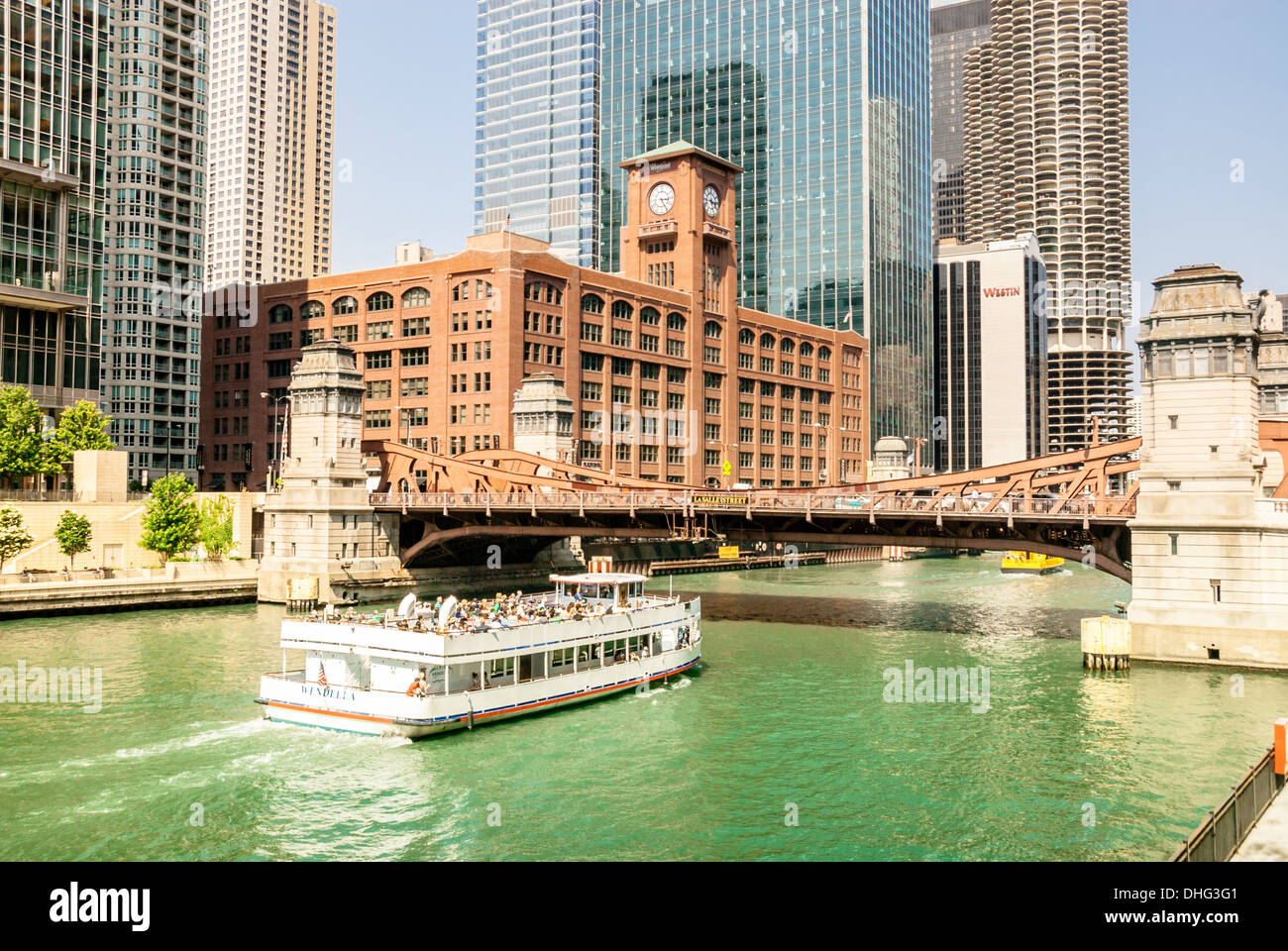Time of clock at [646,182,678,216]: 3:25
